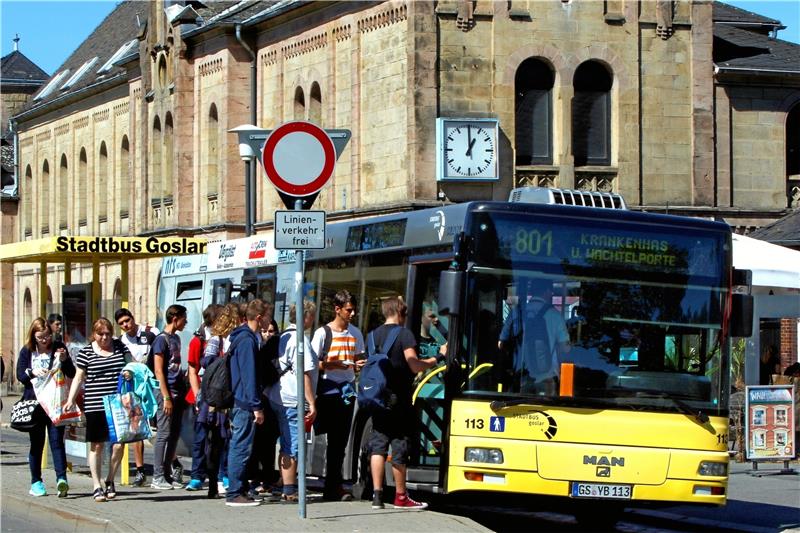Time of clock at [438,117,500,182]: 1:00
